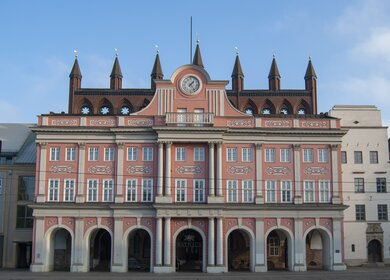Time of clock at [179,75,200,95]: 1:23
